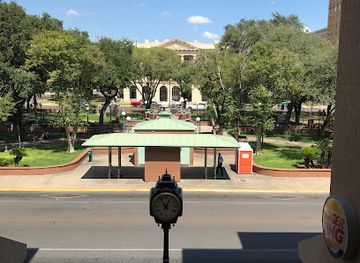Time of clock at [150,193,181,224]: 12:53
